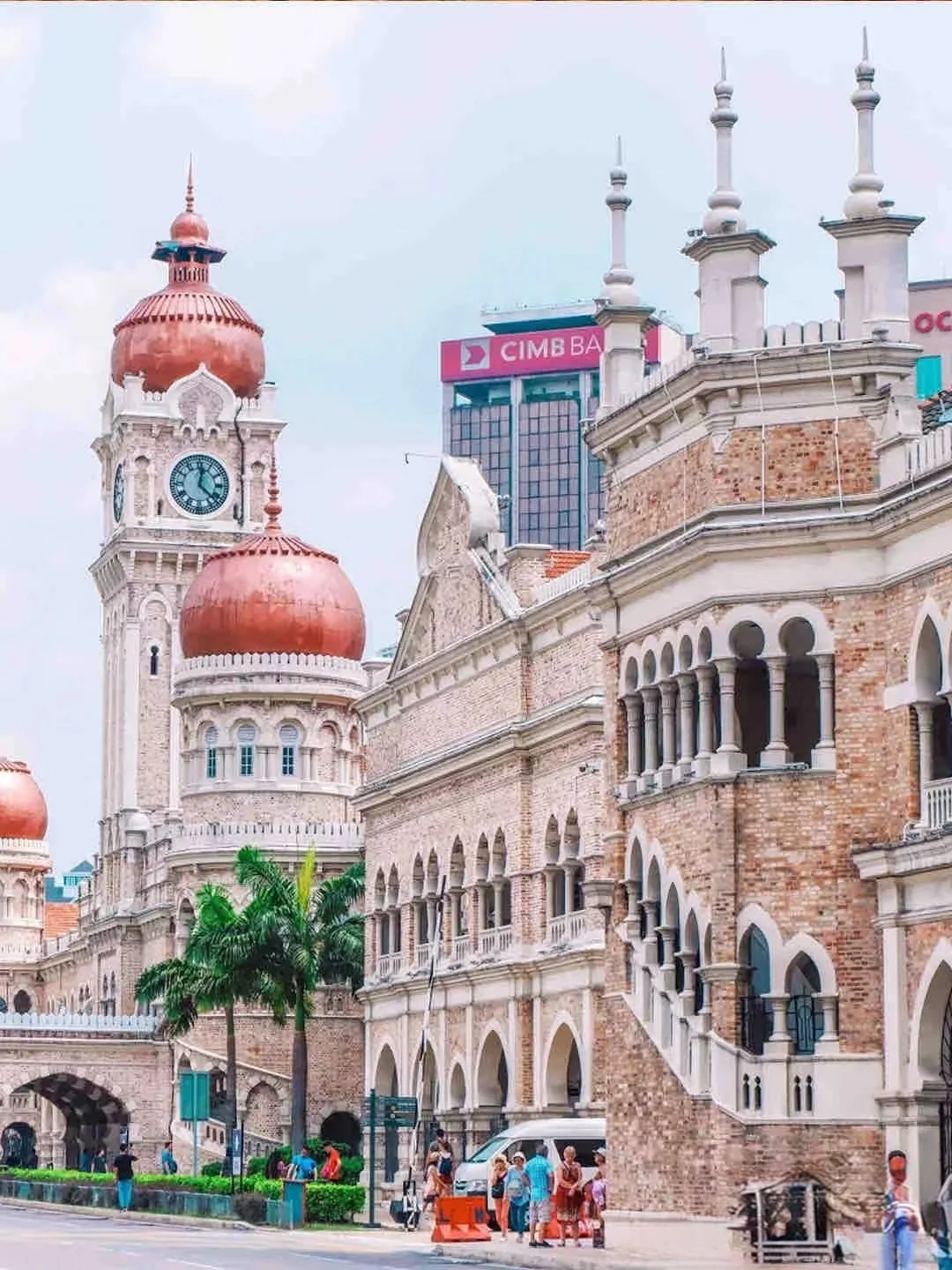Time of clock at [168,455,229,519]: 12:22
